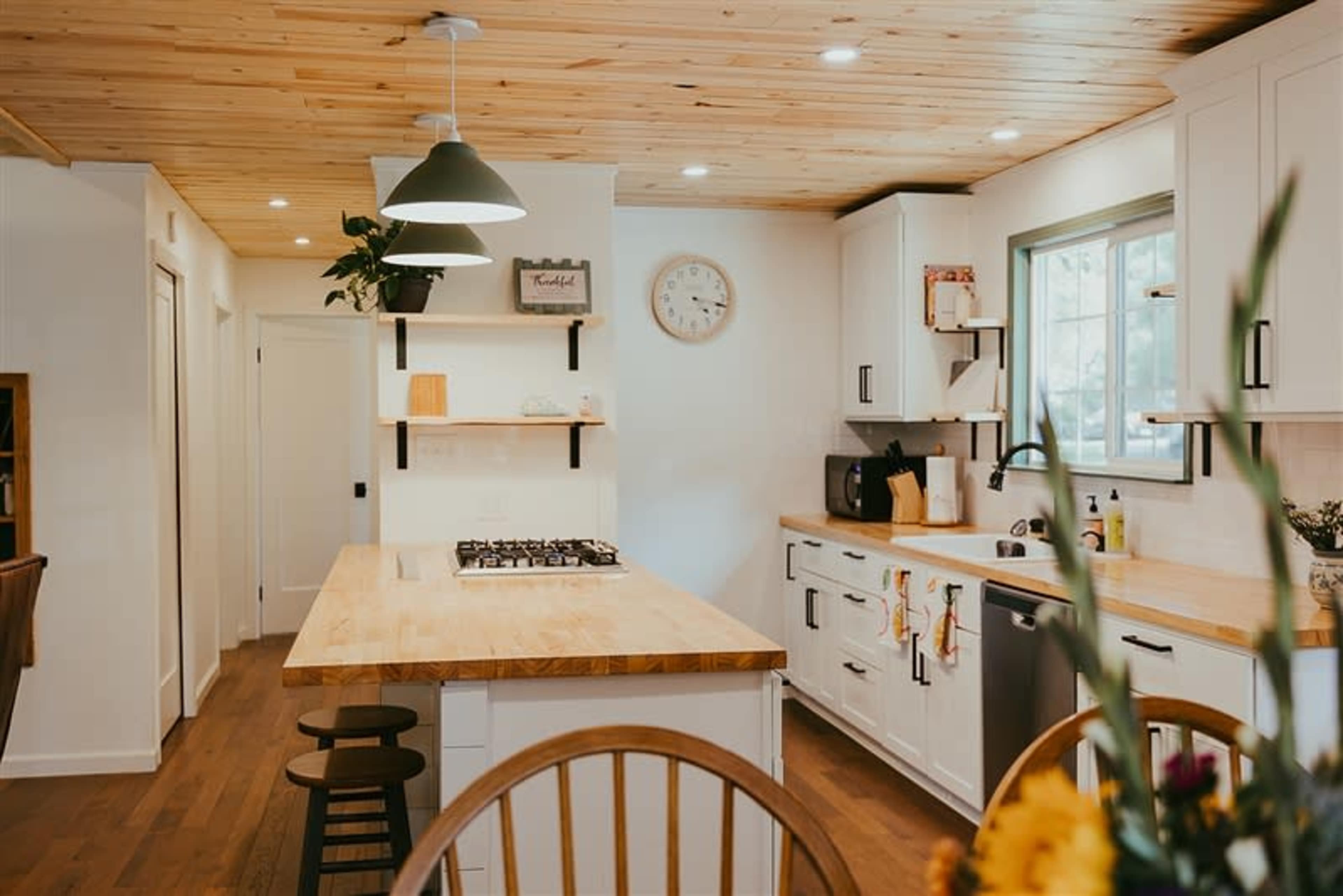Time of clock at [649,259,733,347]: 4:17
